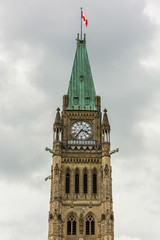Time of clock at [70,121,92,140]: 3:36
